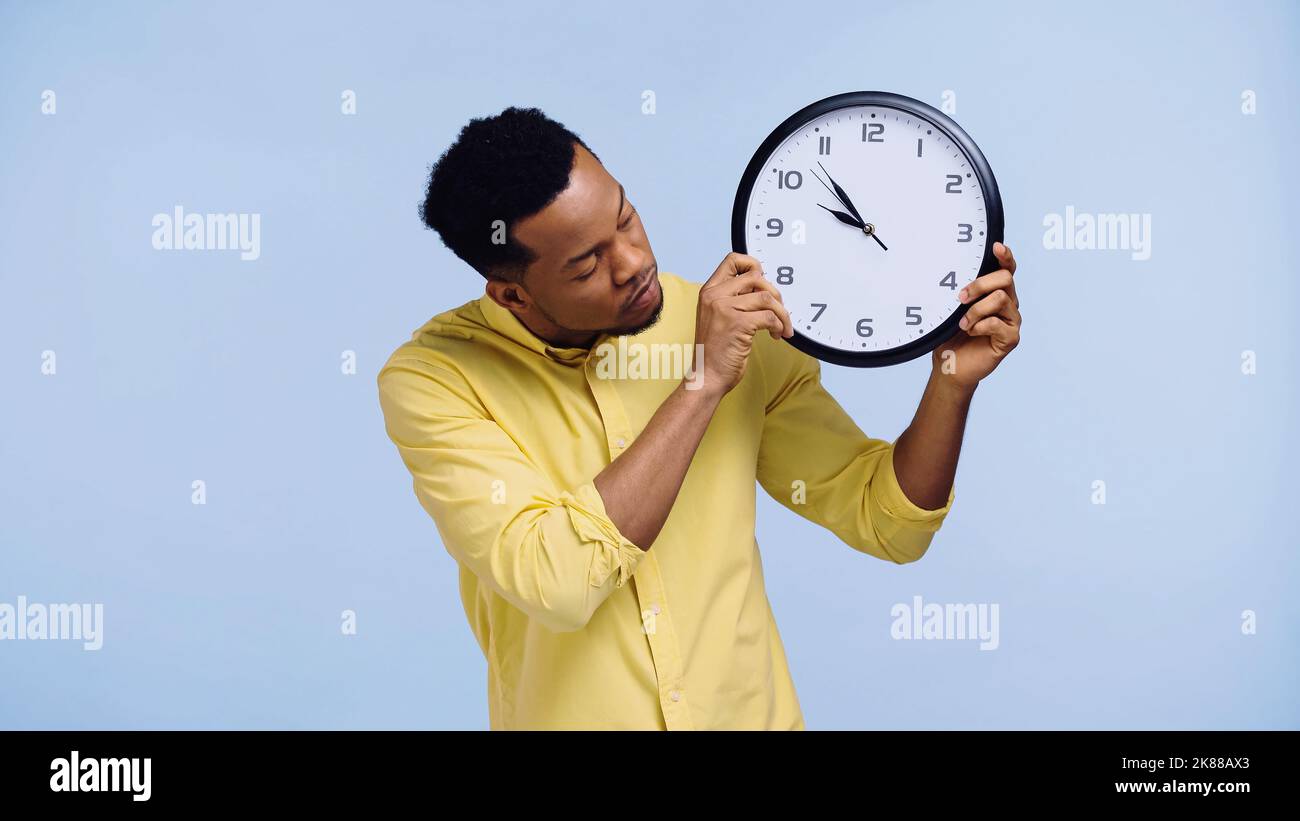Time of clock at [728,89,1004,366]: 9:53
